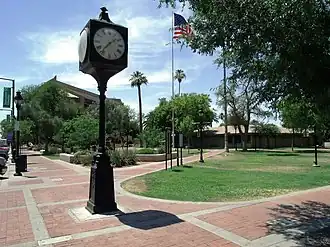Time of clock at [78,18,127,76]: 1:36
